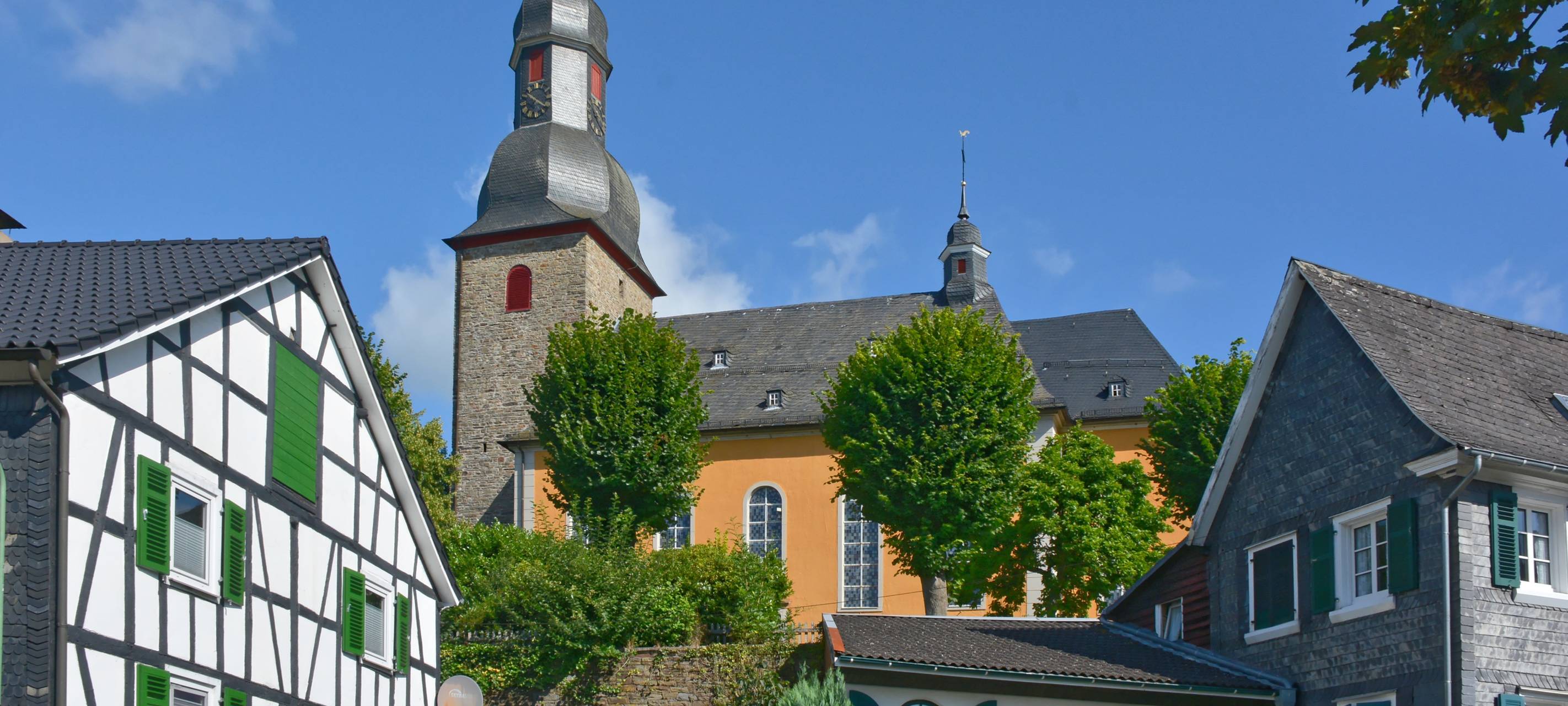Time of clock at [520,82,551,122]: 10:20
